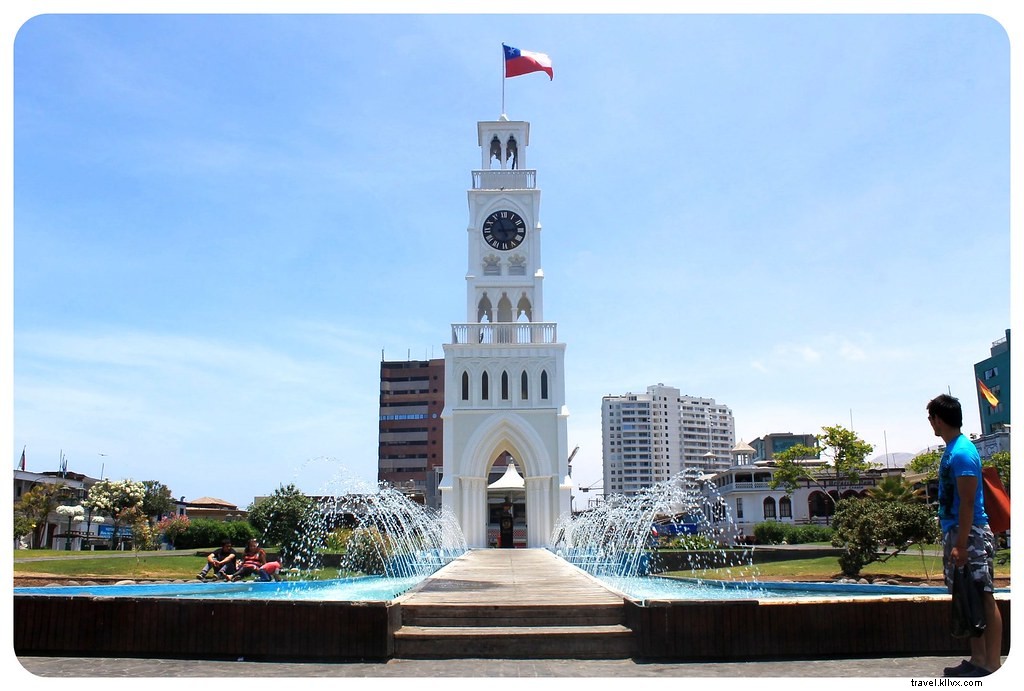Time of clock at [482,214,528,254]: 2:56
